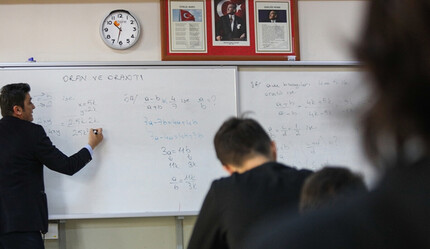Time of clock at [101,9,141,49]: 10:32
